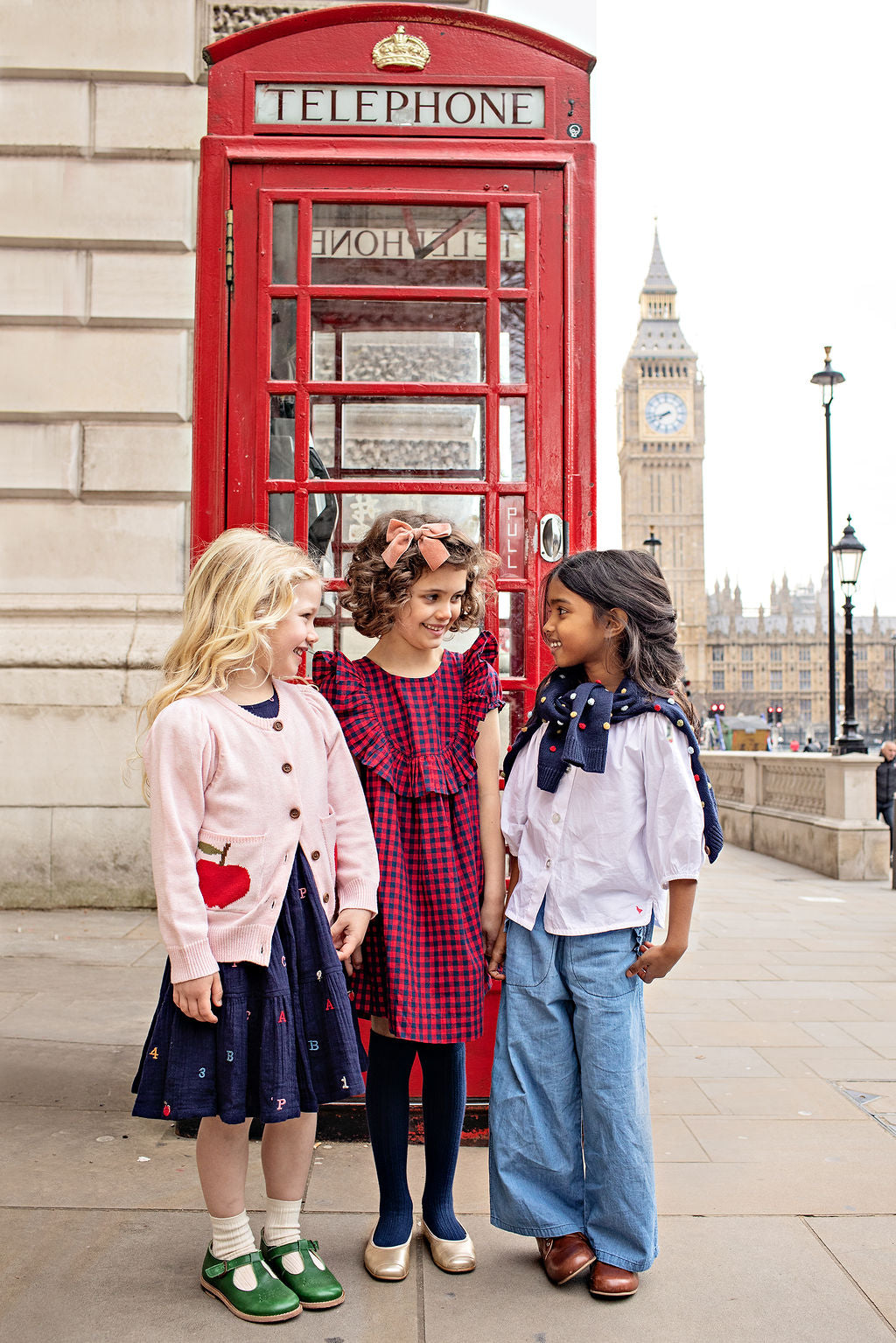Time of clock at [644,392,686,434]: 7:42
